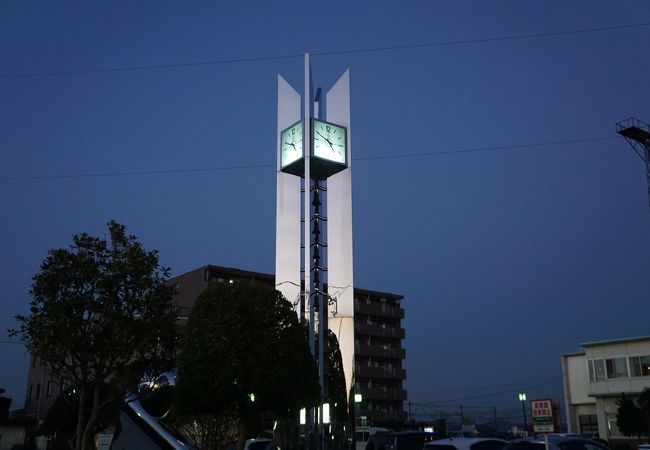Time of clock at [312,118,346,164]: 4:49
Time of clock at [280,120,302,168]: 4:48
